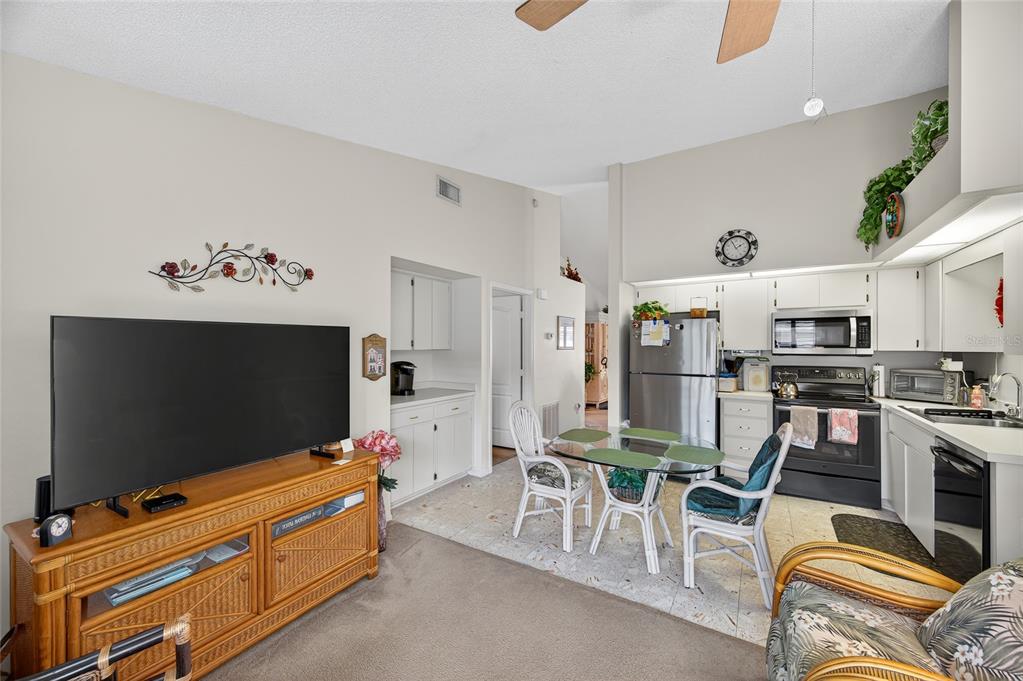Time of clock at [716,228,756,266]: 1:56
